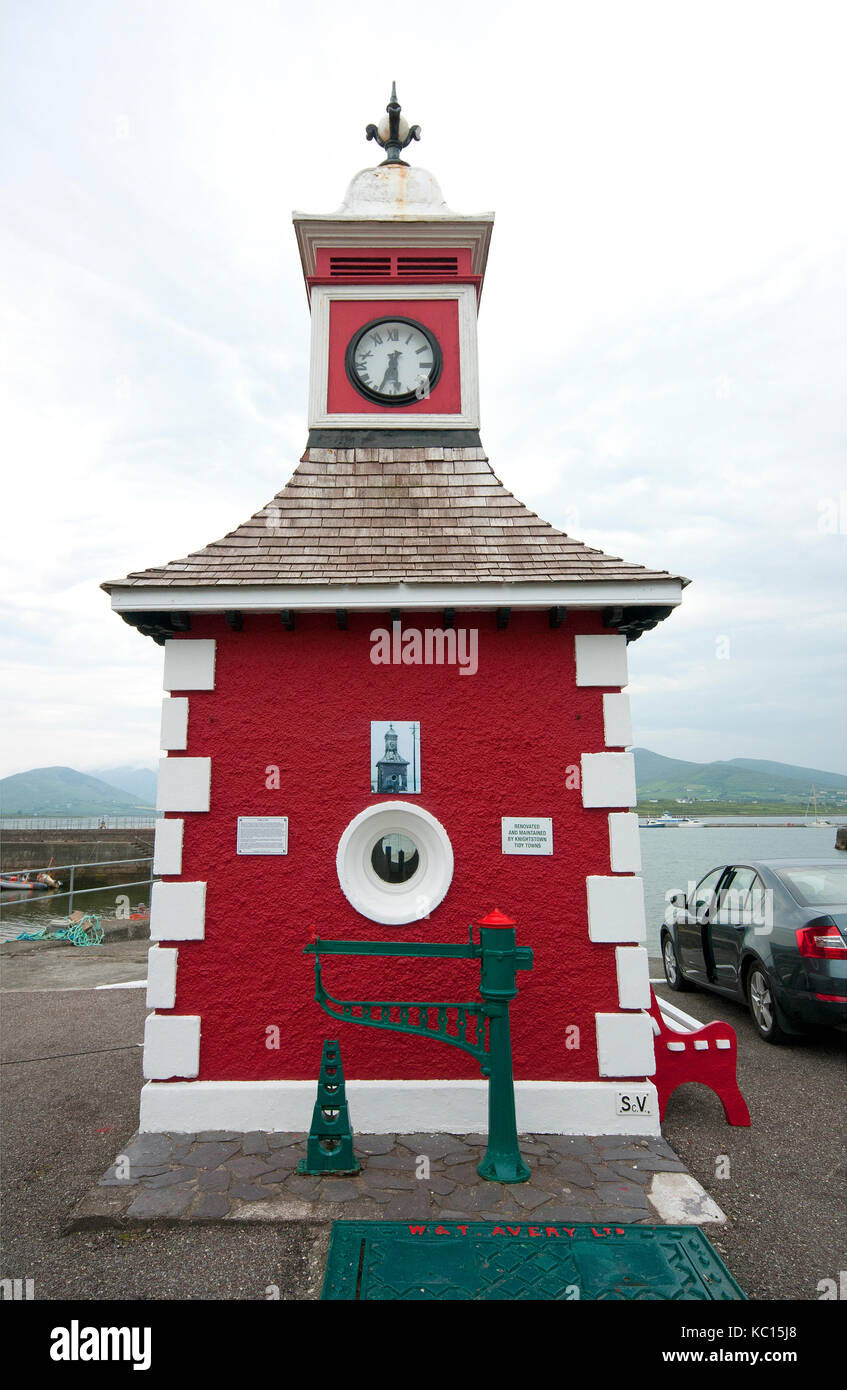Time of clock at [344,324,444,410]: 5:33
